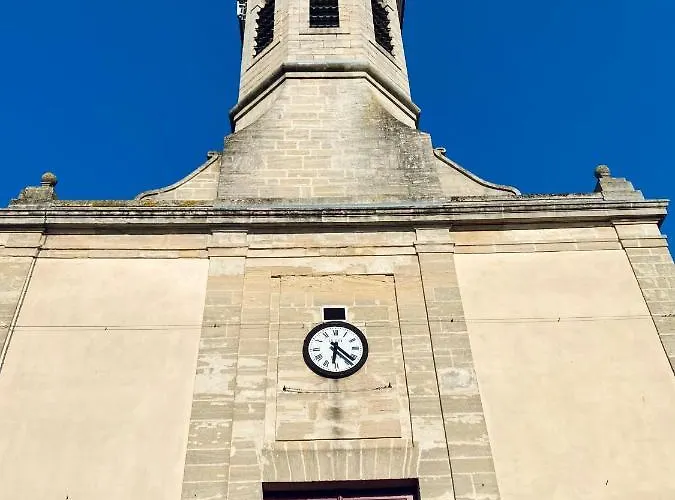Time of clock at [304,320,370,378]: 6:21
